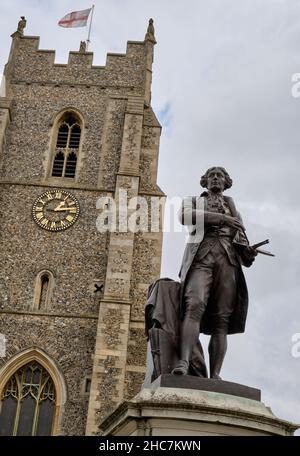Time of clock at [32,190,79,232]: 9:13
